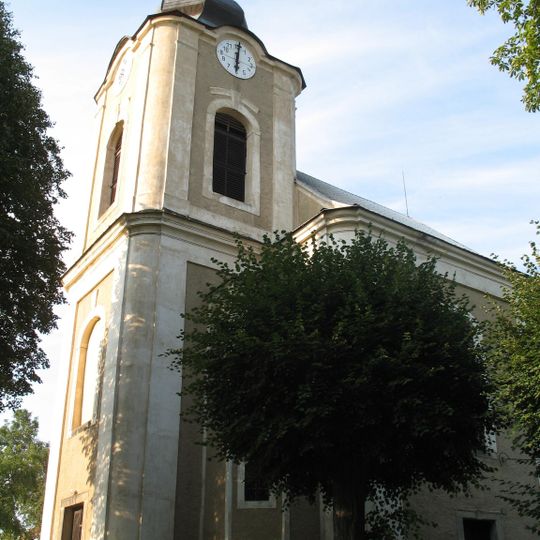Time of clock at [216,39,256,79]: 6:01
